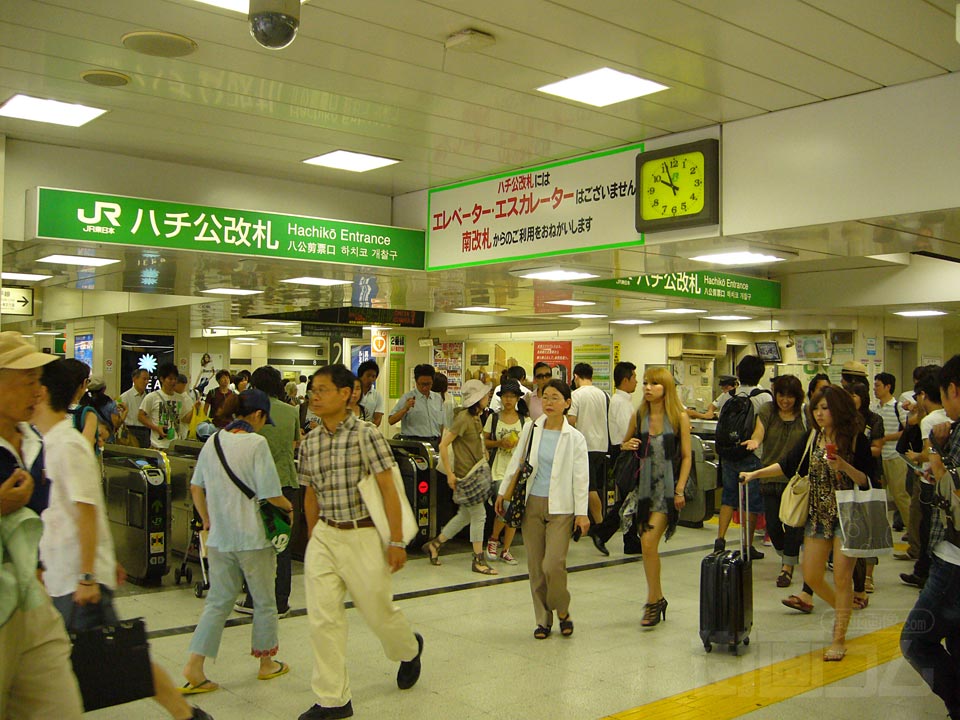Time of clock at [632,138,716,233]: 9:56
